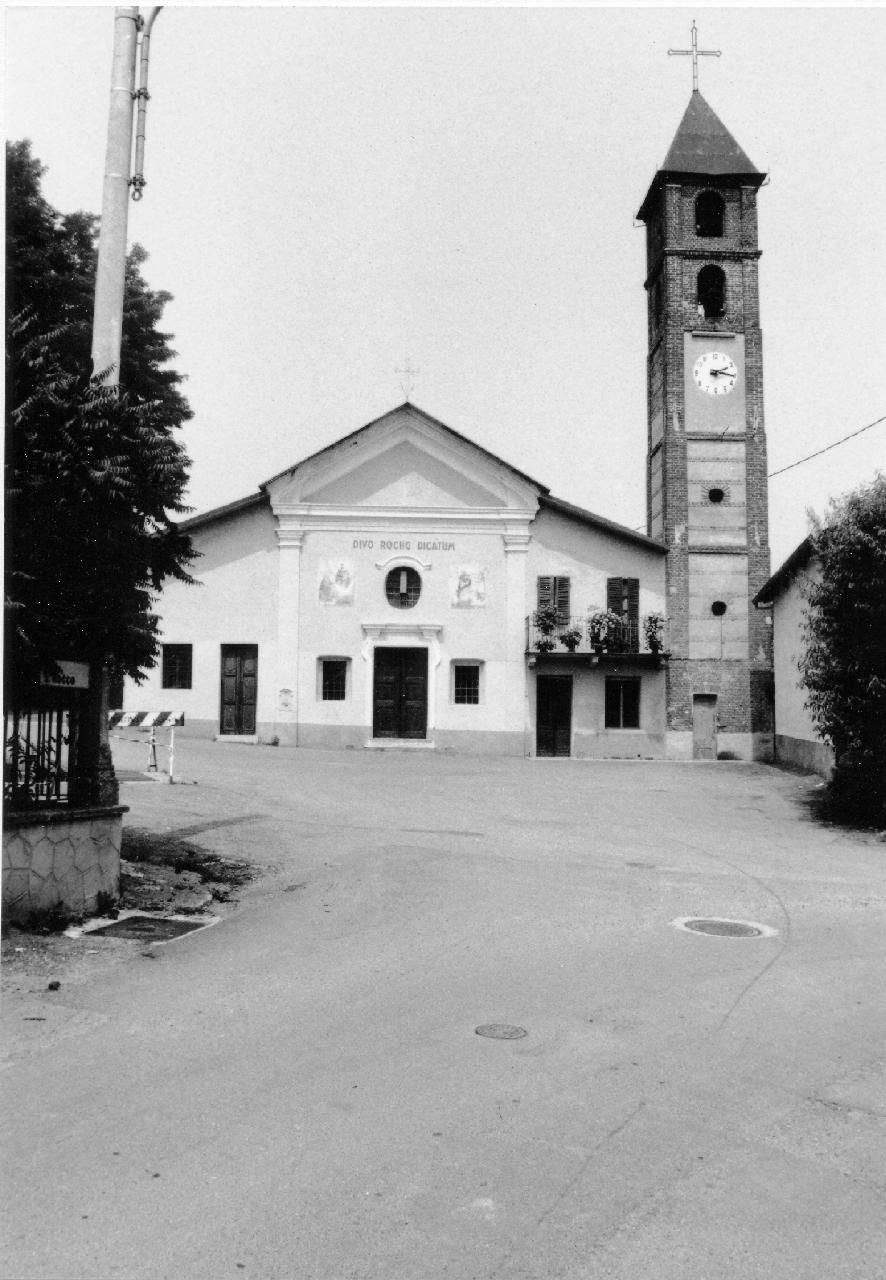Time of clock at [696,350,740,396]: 2:16
